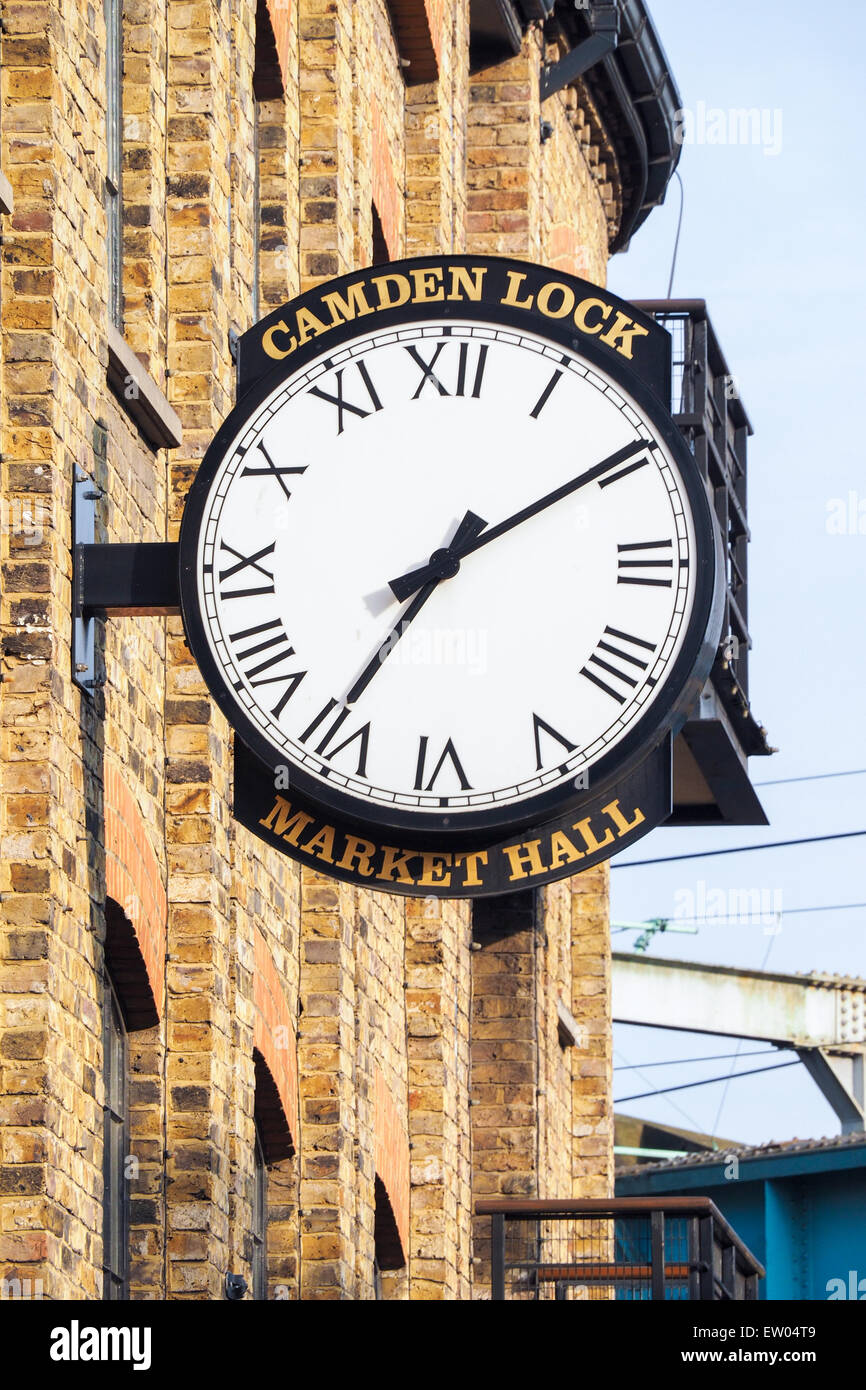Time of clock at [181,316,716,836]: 7:09
